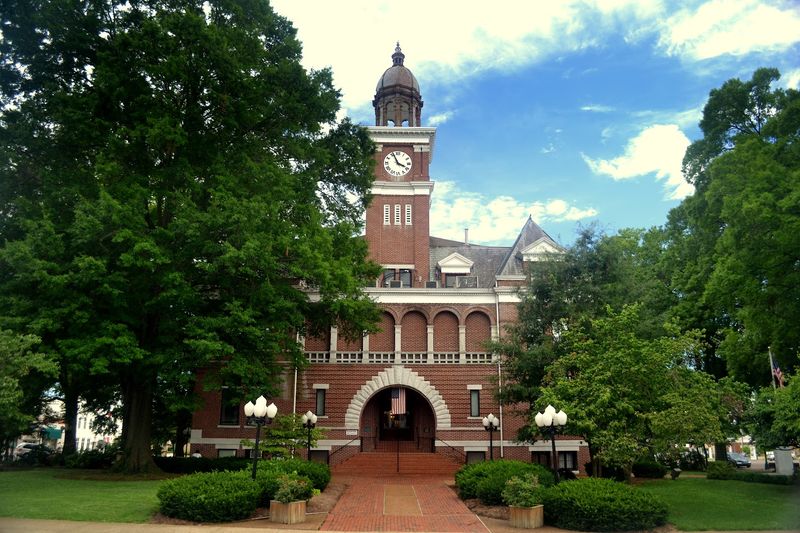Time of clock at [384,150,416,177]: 3:56
